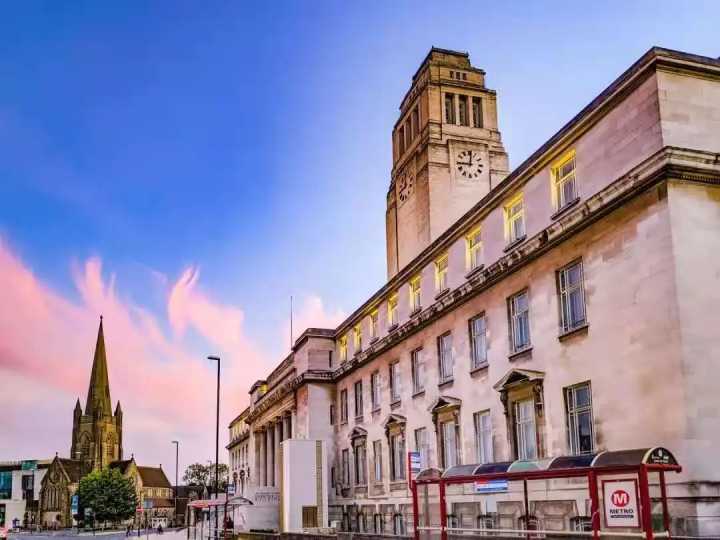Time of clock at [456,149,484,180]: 9:01
